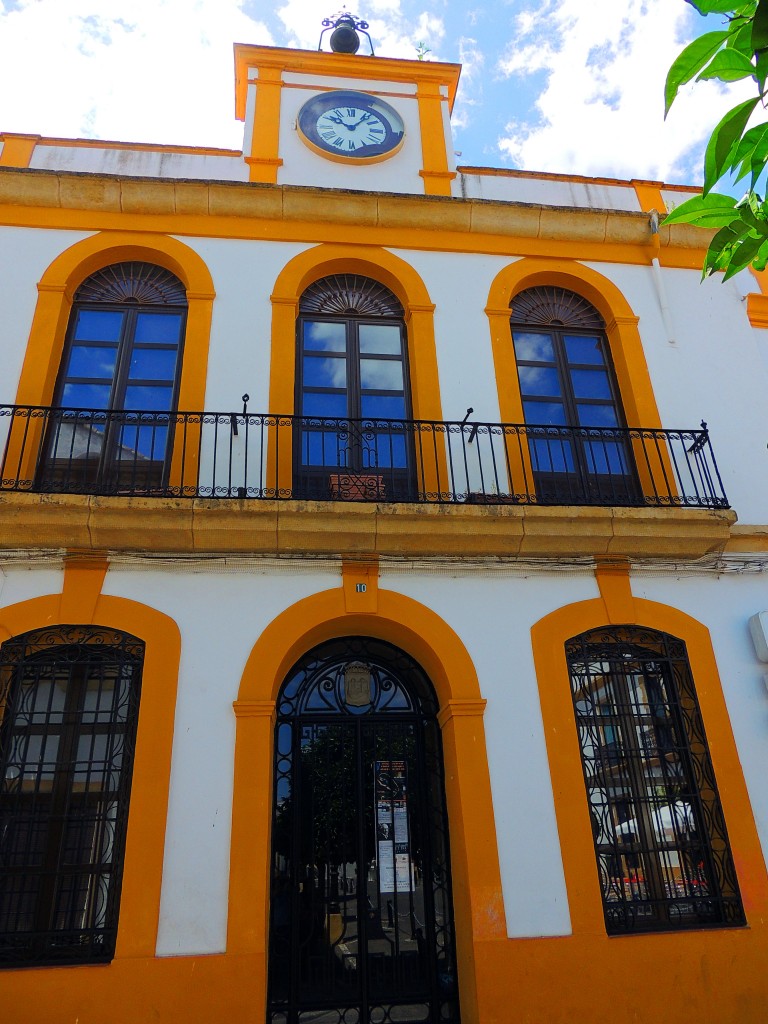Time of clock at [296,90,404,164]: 10:06
